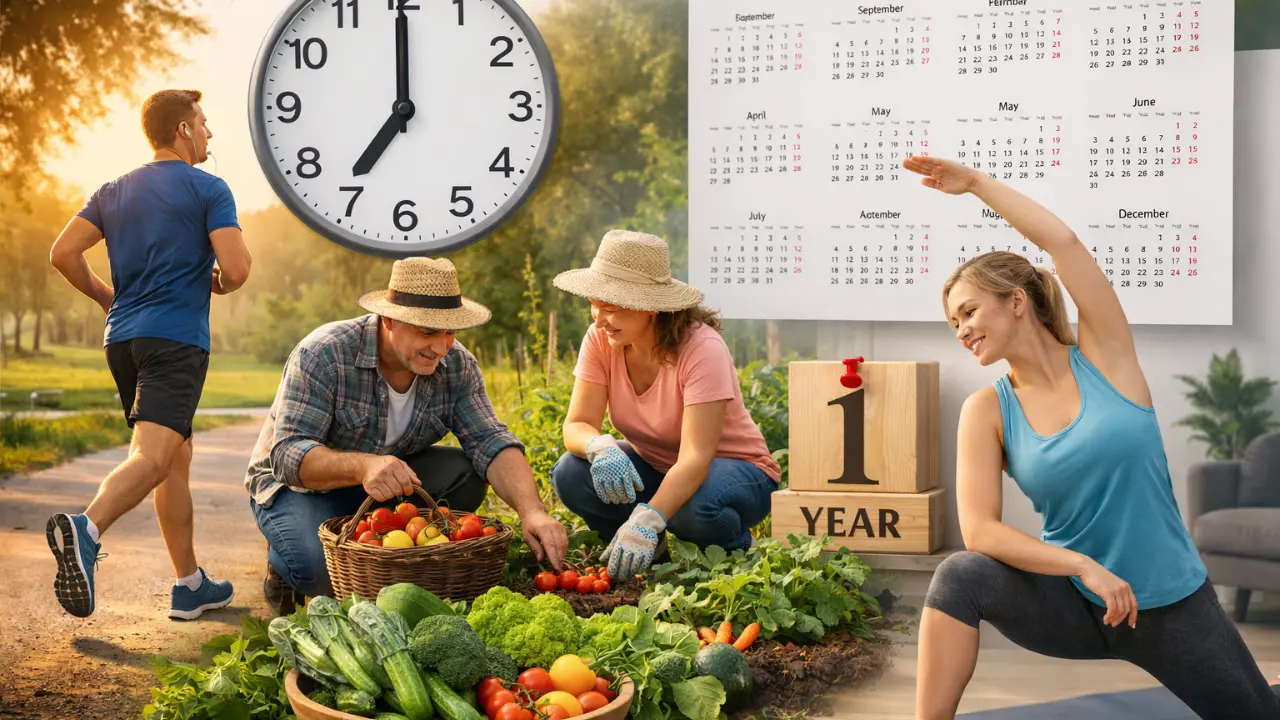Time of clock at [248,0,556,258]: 7:00
